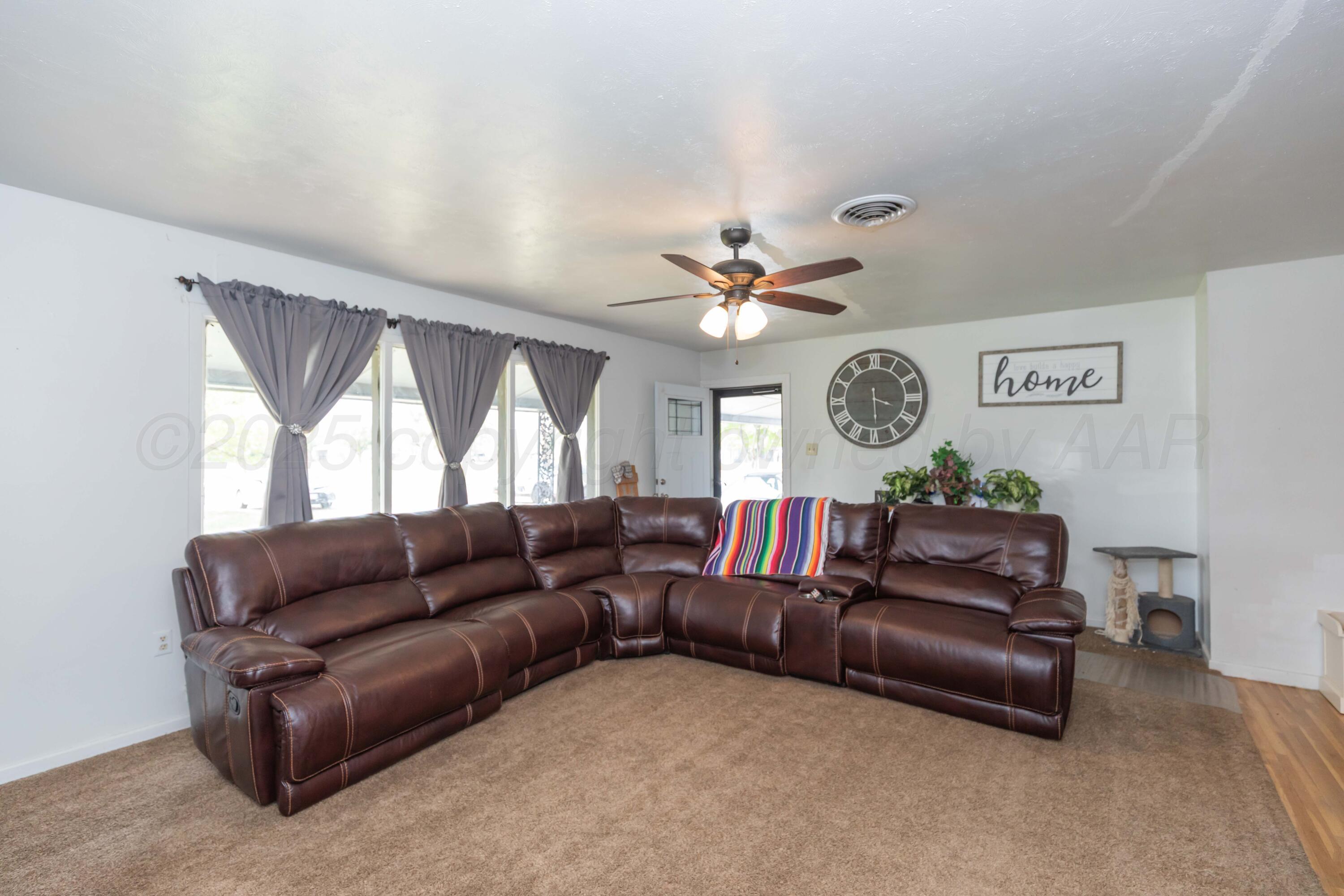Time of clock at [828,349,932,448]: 3:29
